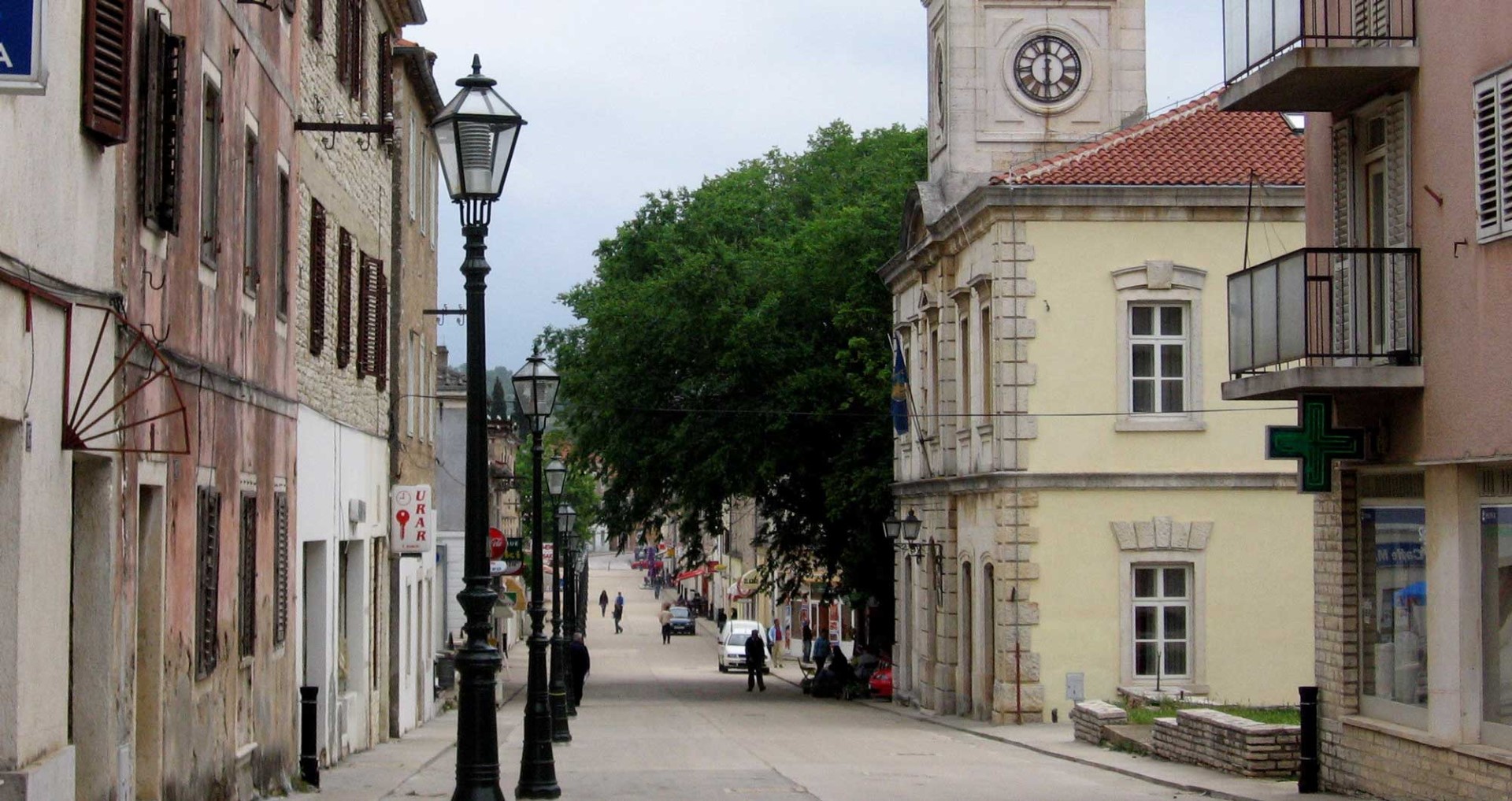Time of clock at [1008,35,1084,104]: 5:59
